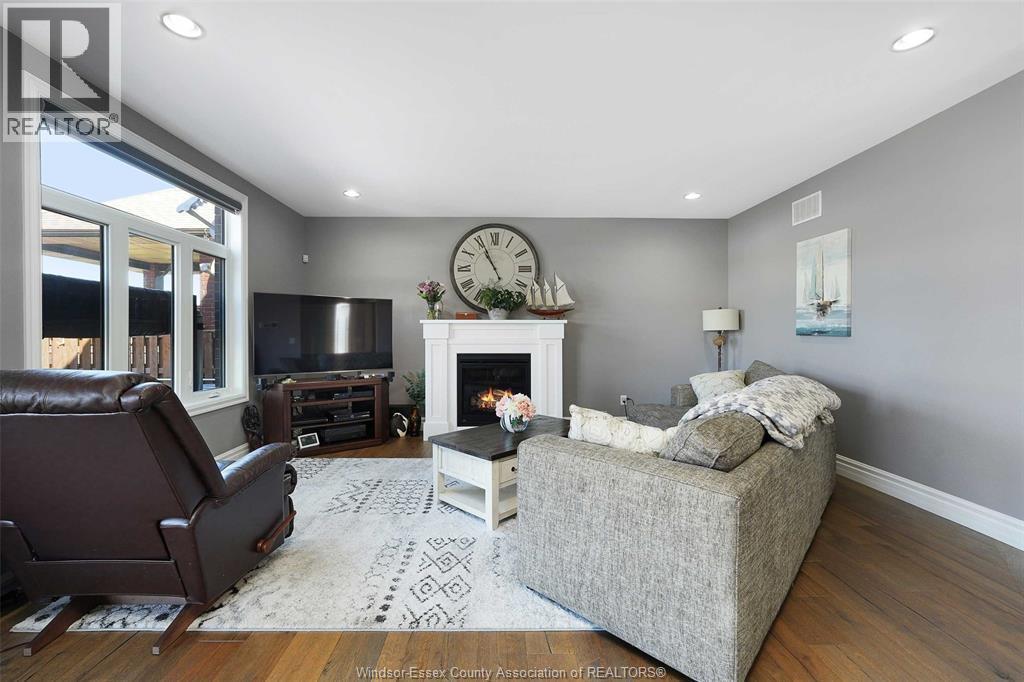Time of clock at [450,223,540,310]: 10:55
